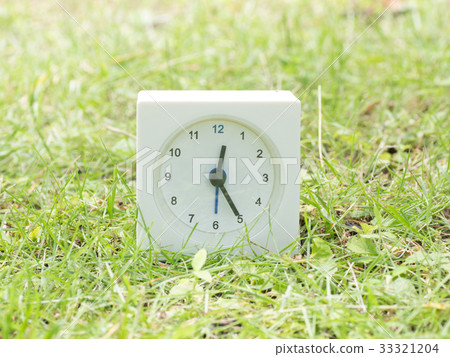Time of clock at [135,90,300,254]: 12:24
